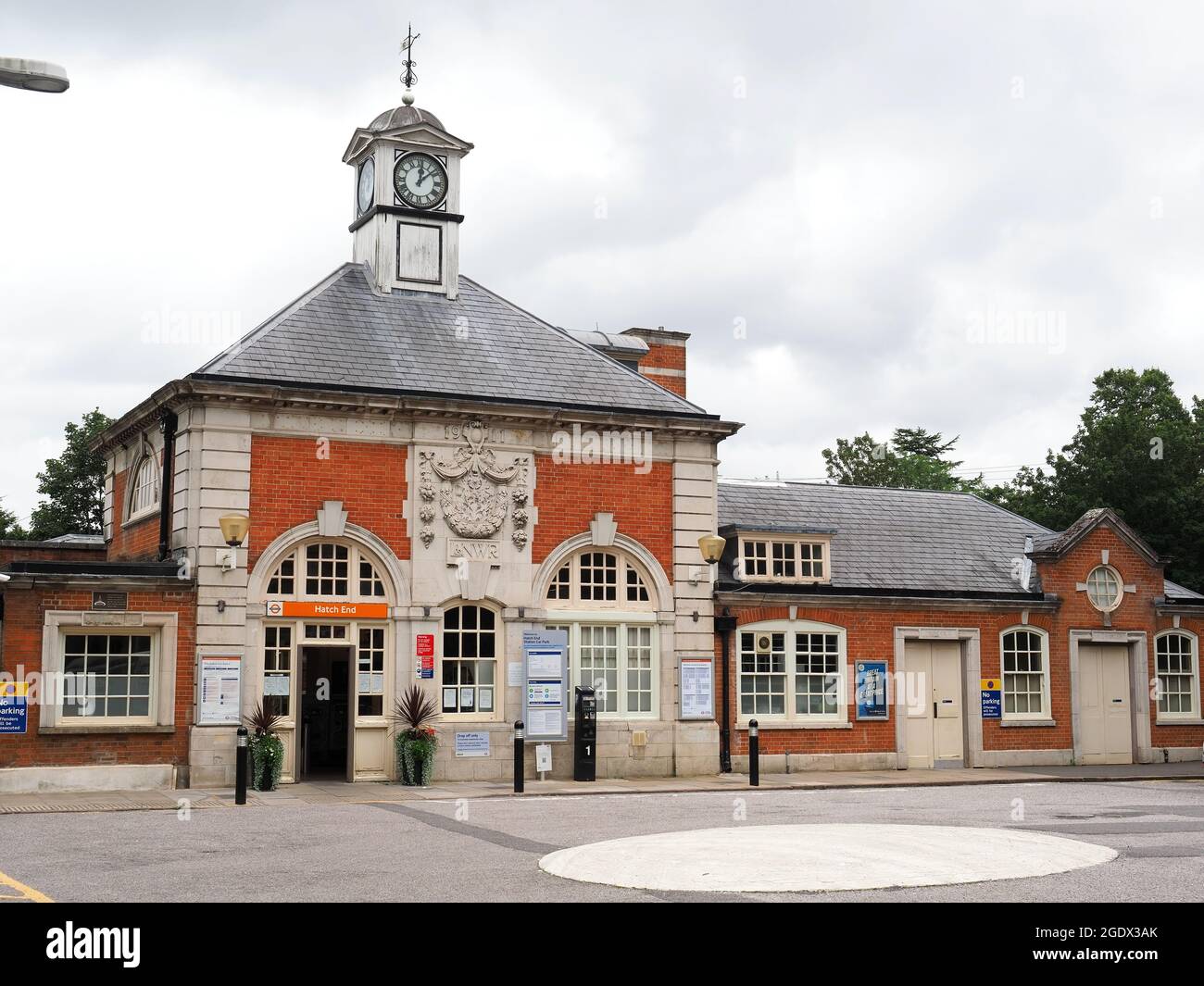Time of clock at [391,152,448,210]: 12:08
